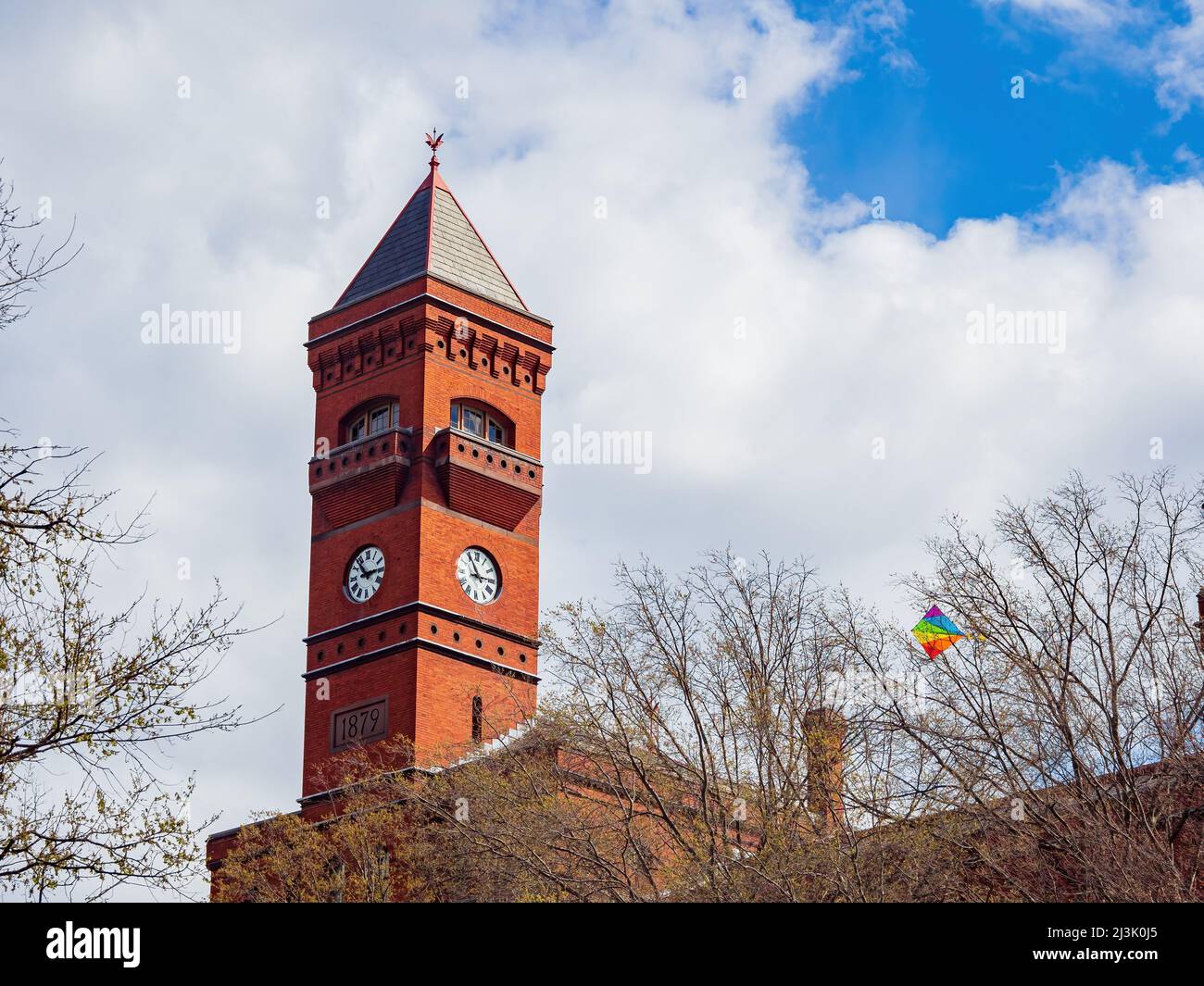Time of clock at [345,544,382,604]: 2:53
